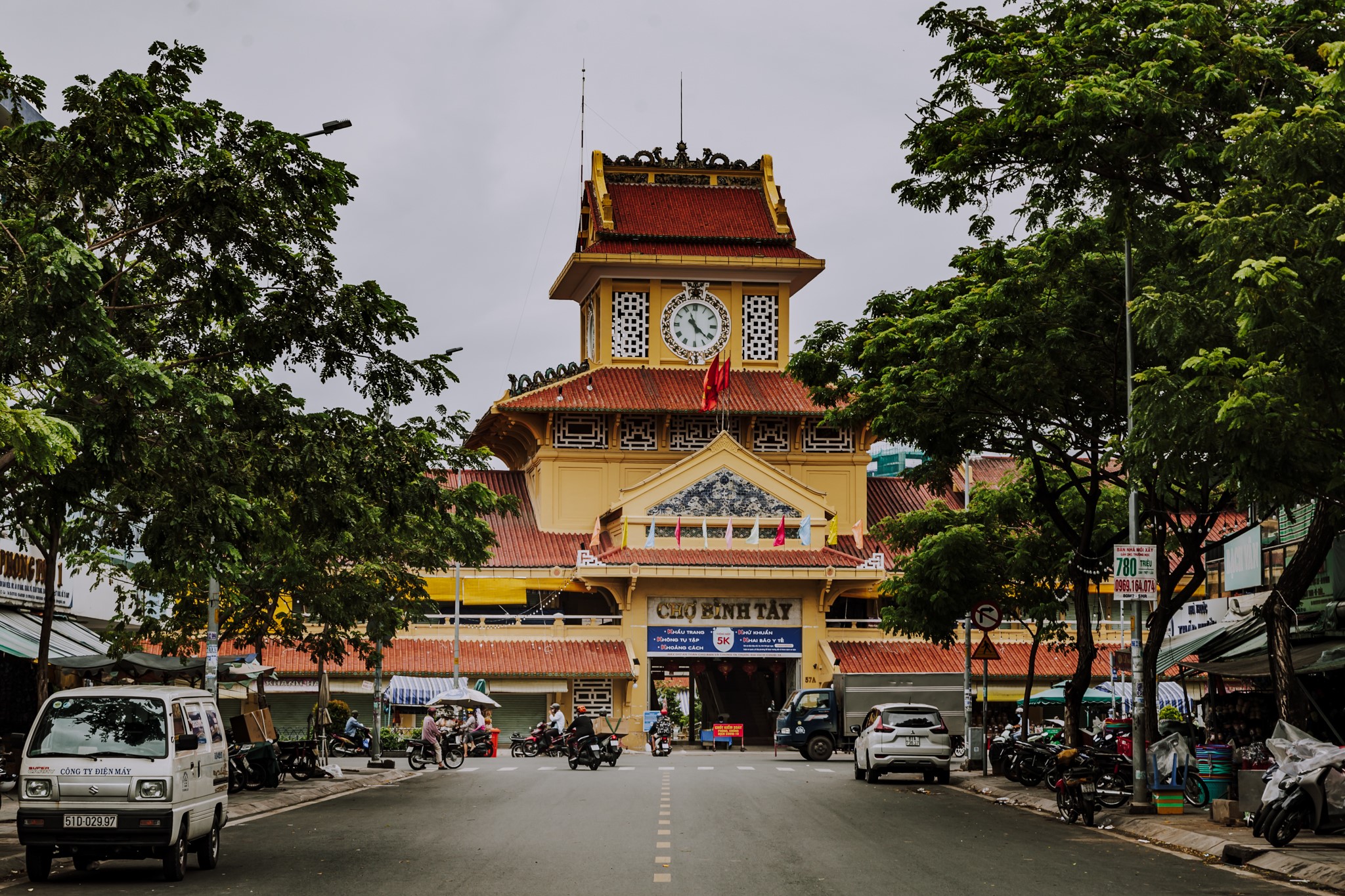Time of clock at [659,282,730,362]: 11:21
